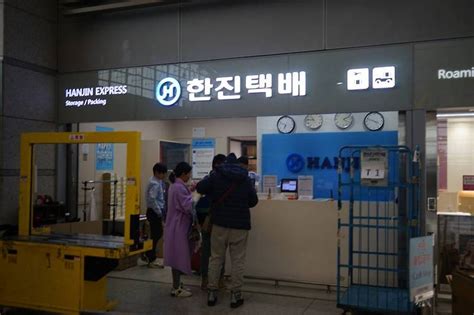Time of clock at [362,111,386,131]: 3:48
